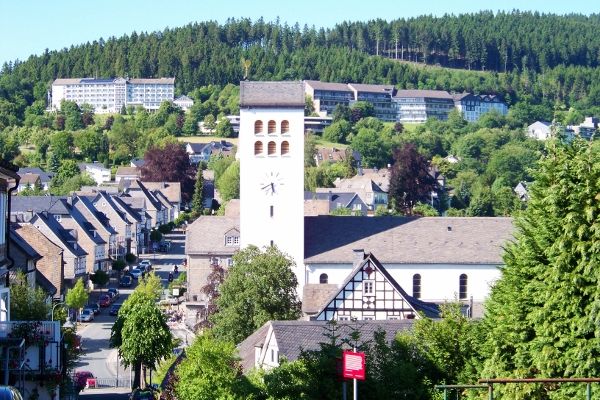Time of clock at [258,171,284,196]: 5:40
